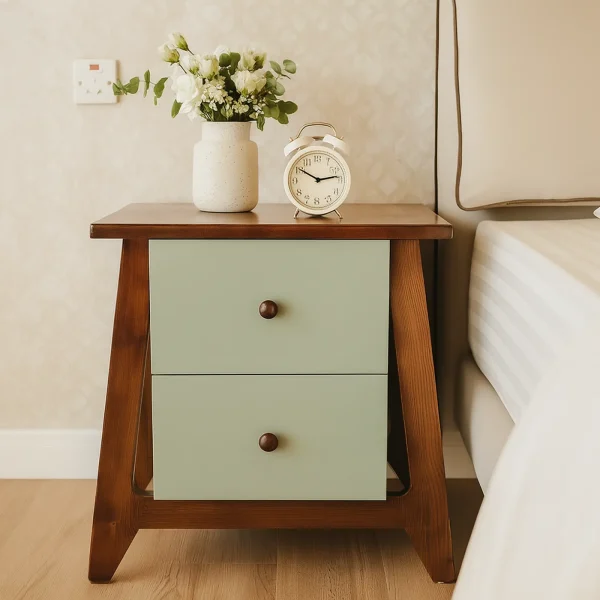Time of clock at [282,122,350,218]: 2:50
